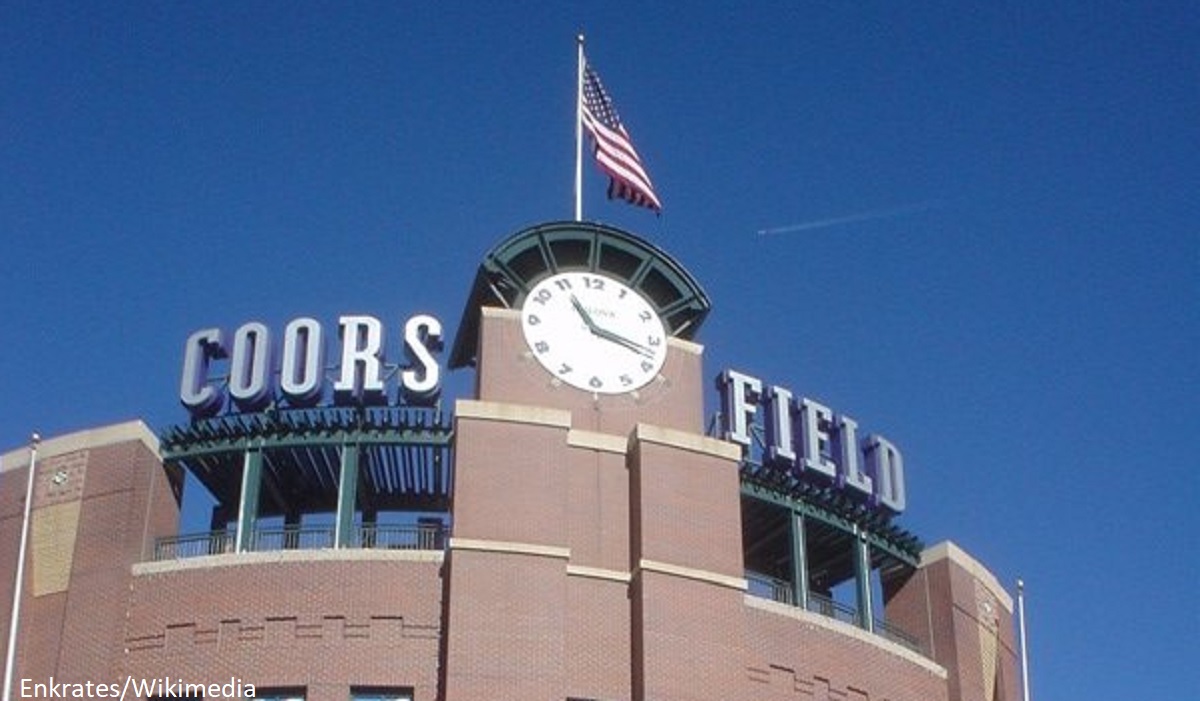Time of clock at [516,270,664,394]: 11:18
